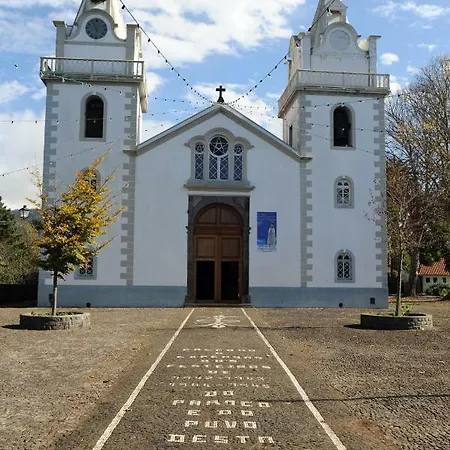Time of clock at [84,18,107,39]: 5:55
